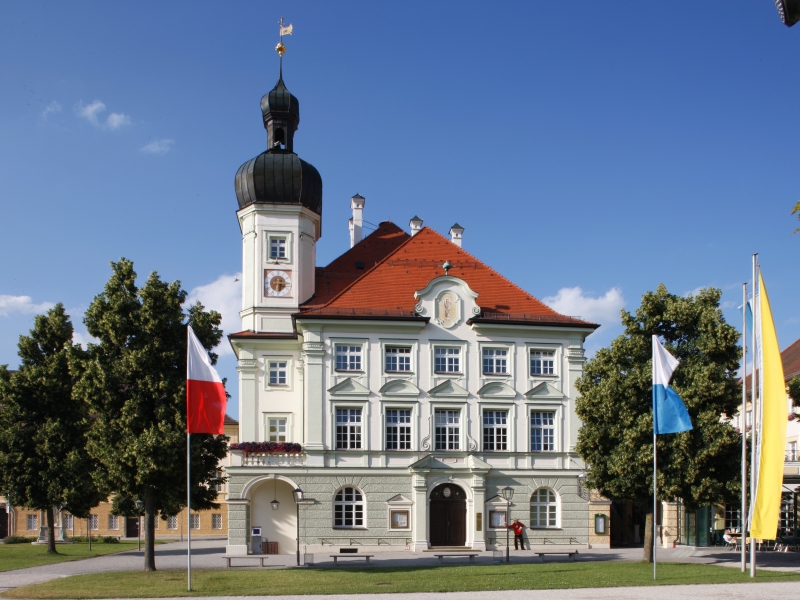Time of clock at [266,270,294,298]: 6:15
